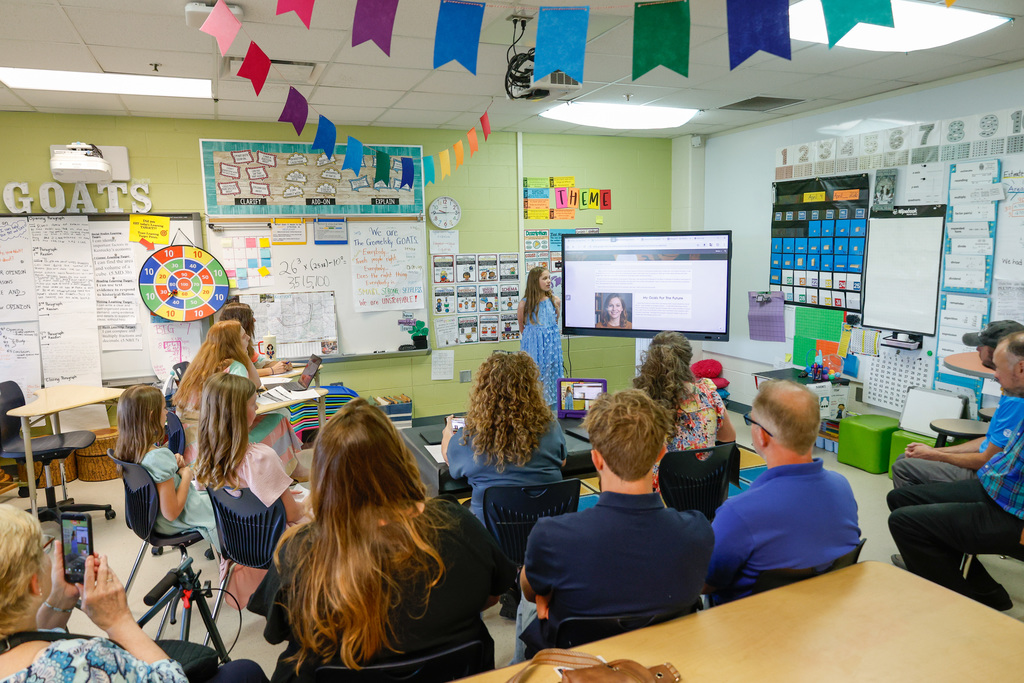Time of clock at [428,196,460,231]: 9:44
